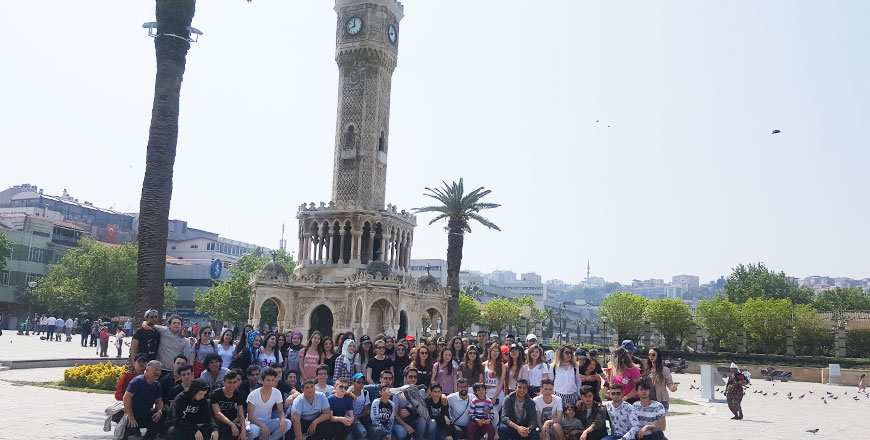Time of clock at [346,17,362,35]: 11:41
